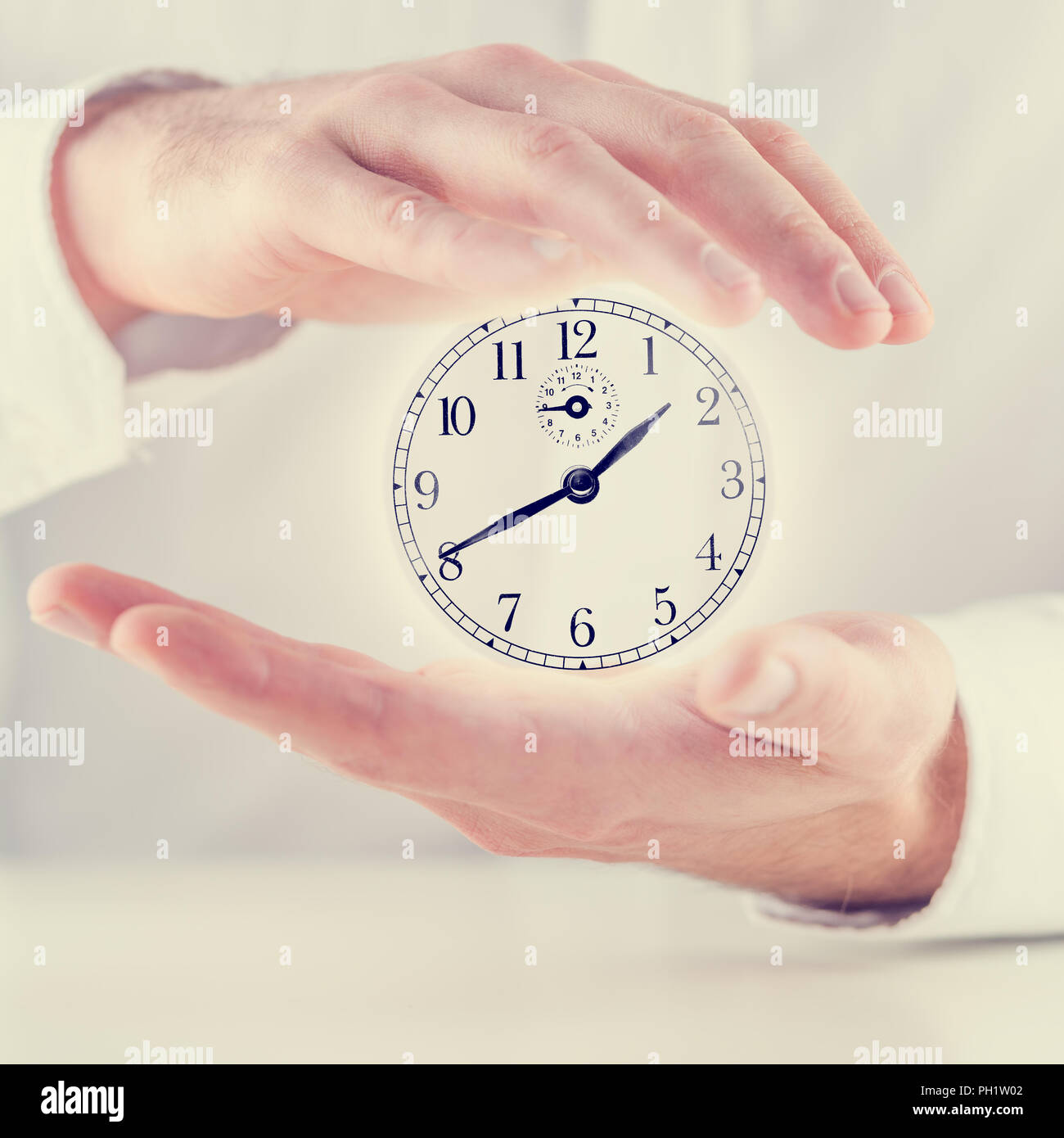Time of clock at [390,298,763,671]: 1:40
